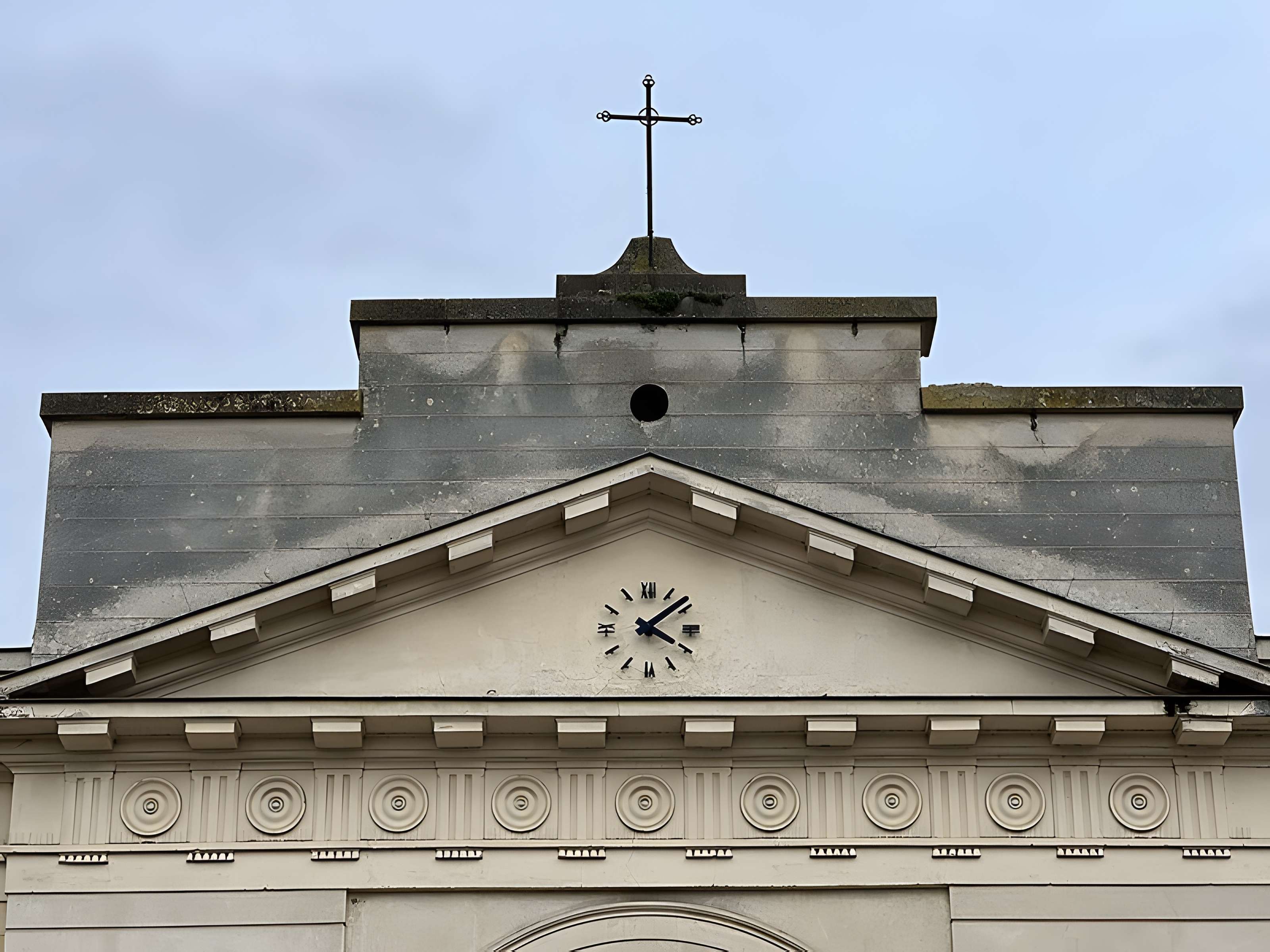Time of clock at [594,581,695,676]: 4:08
